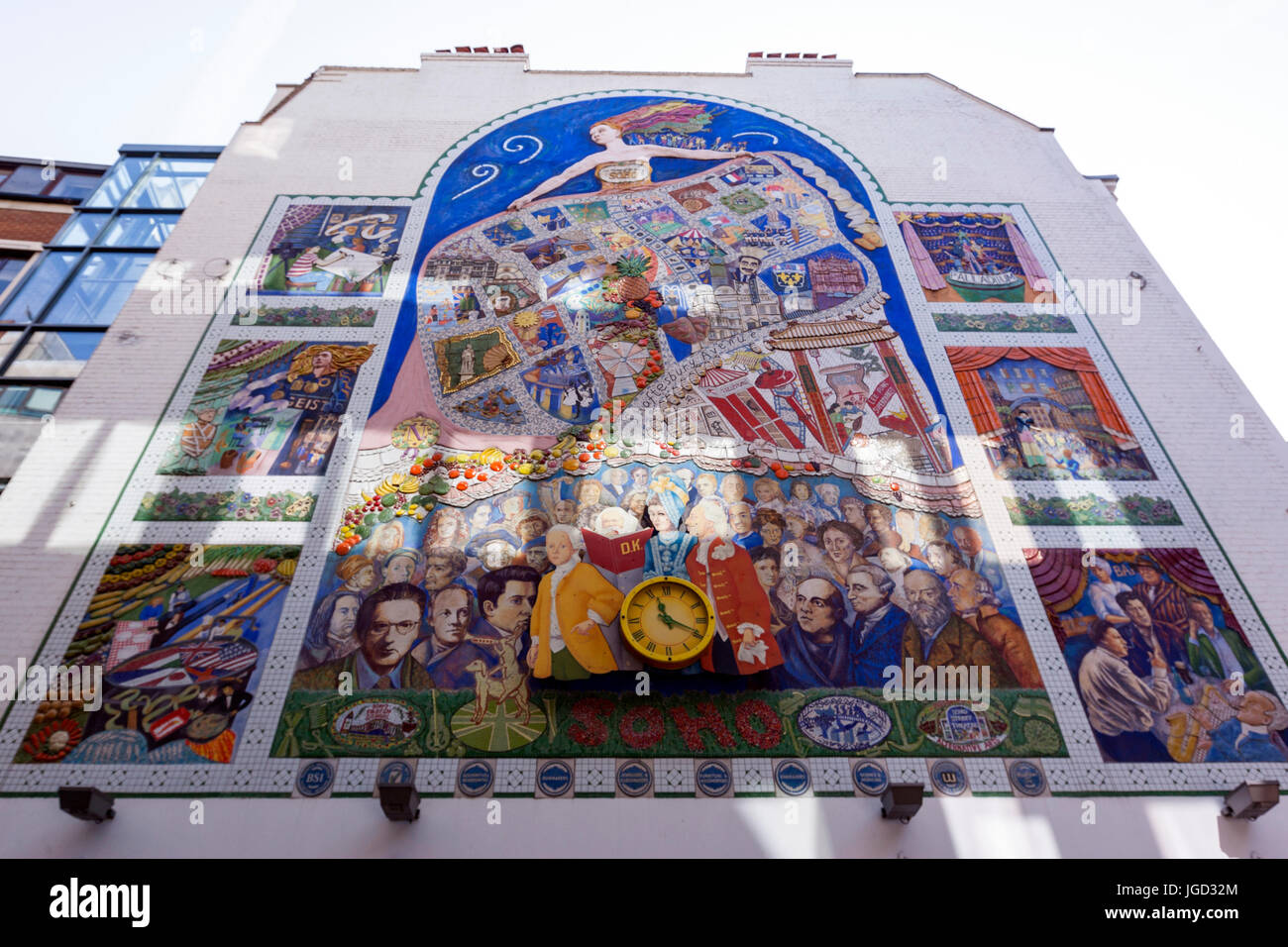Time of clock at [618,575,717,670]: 11:19
